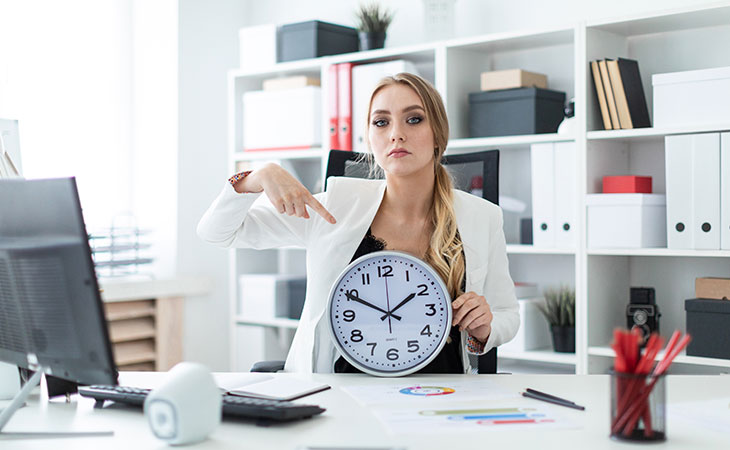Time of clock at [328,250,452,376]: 1:49
